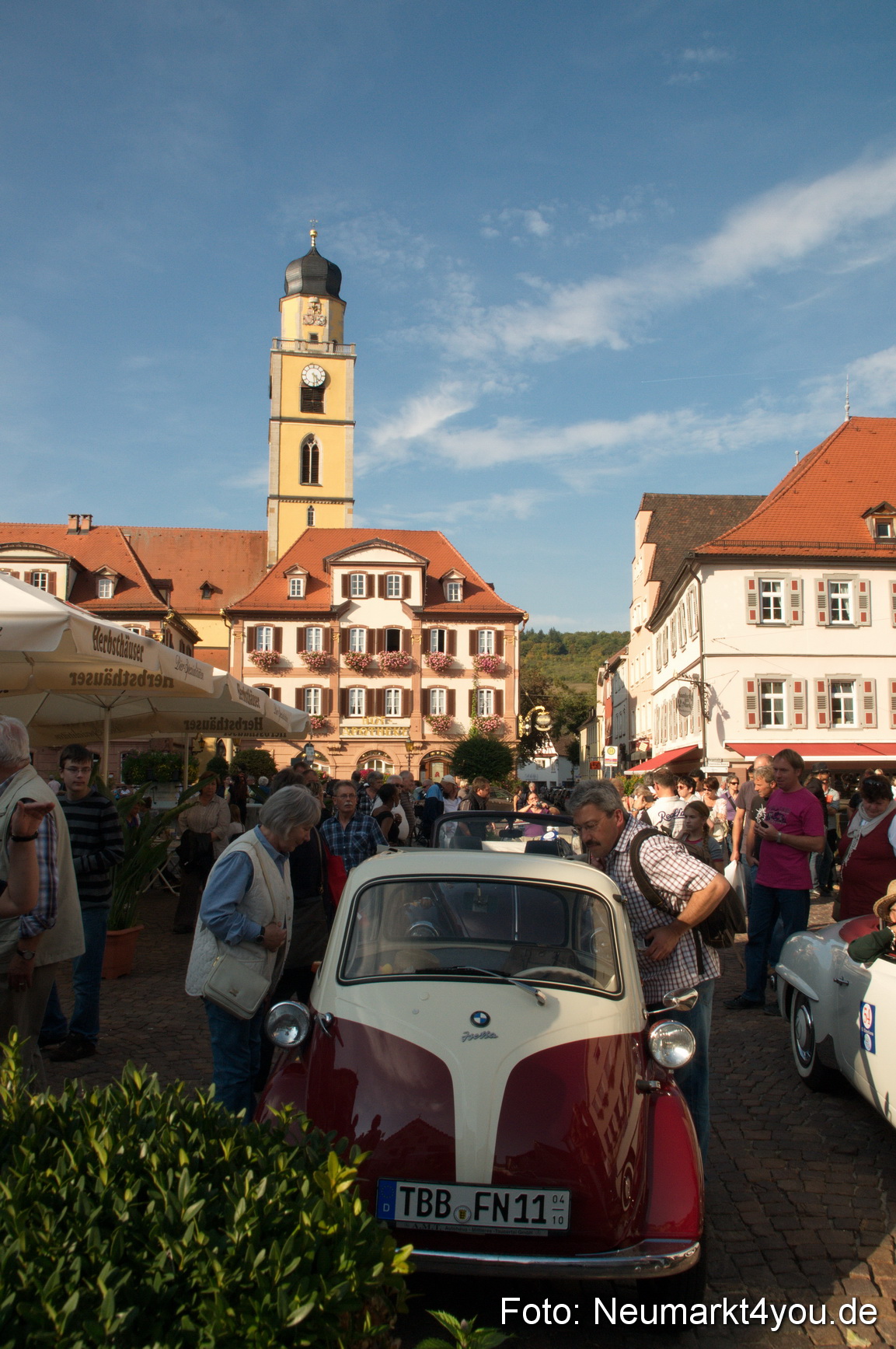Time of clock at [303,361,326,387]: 4:28
